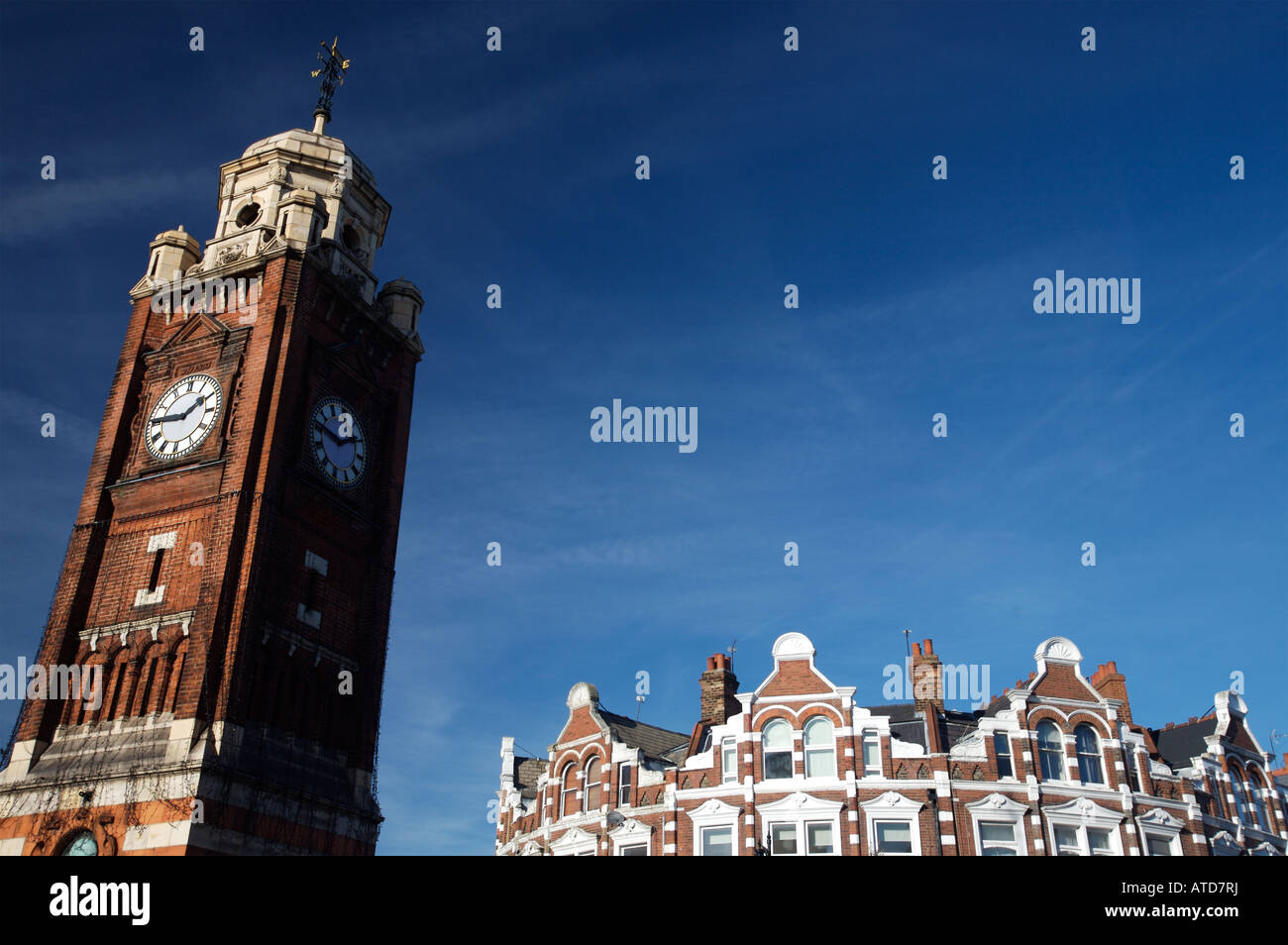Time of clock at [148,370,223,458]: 1:45
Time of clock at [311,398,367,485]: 1:46
